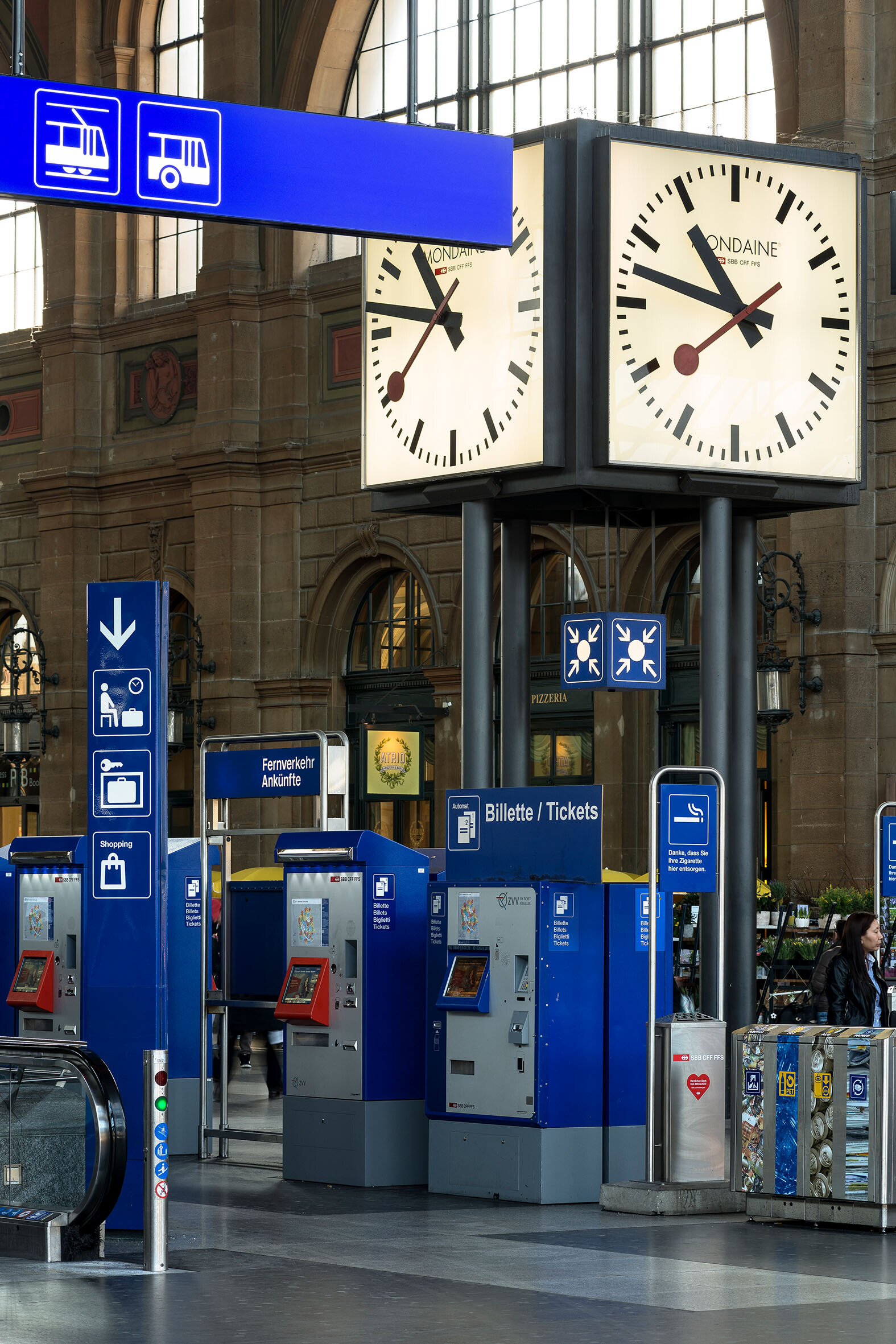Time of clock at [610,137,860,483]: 10:47
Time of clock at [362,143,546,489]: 10:46
